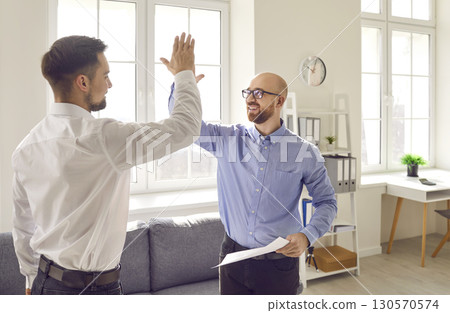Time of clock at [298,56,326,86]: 10:02
